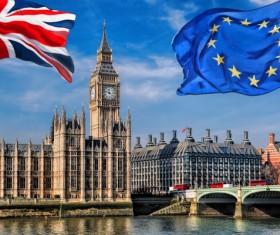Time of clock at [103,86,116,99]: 11:46
